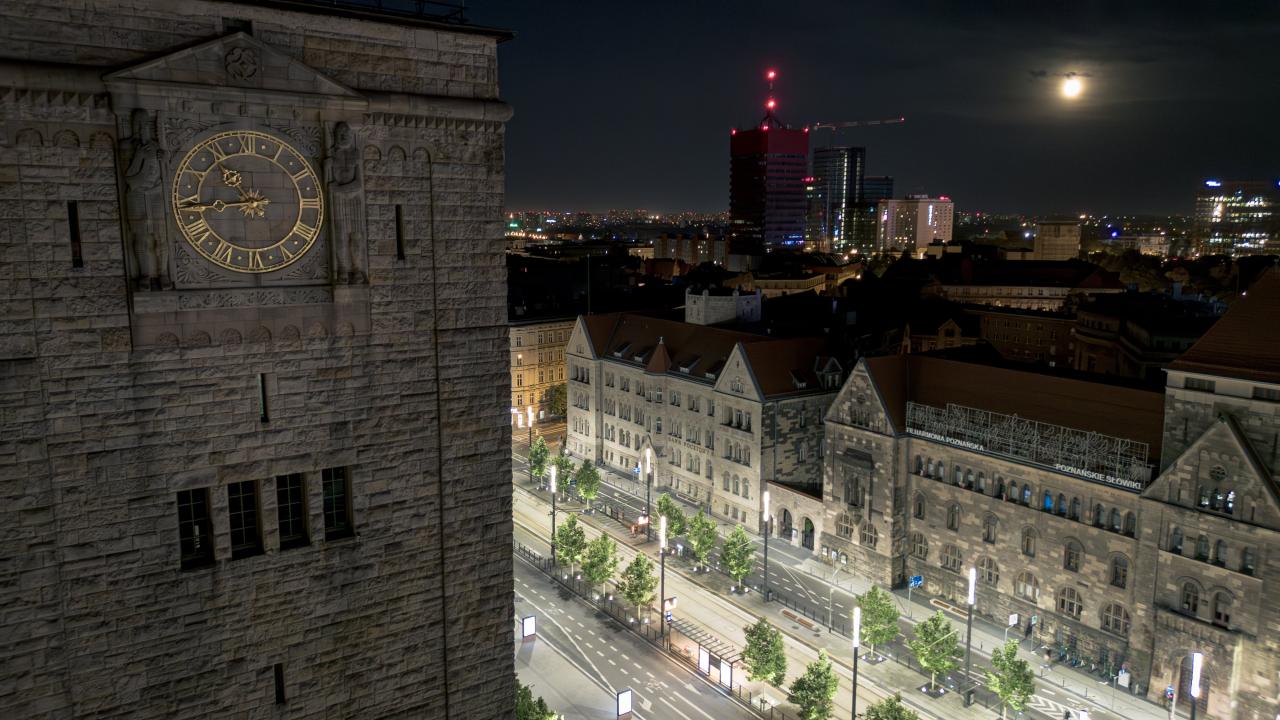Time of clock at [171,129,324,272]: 8:53
